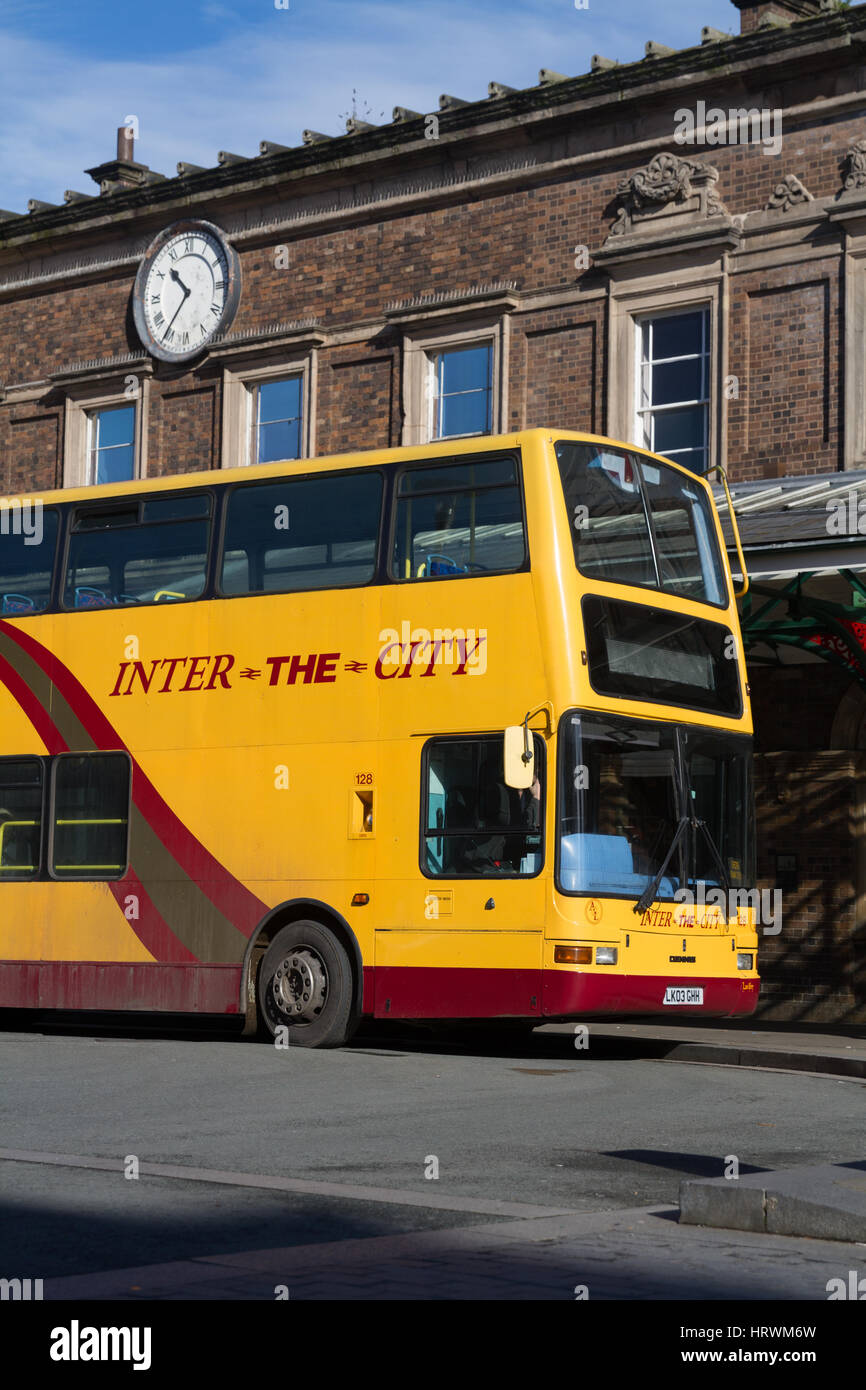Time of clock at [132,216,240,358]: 10:36
